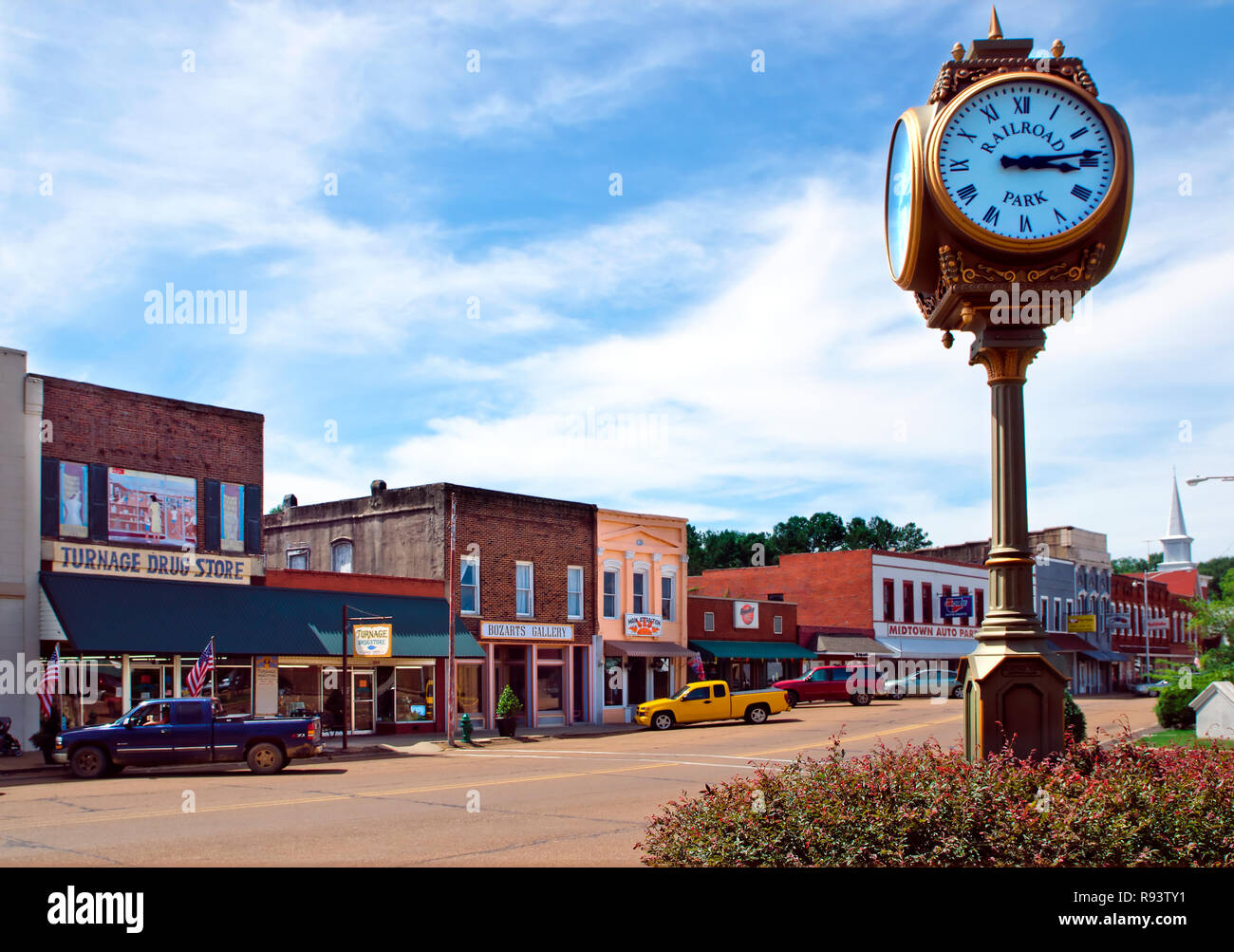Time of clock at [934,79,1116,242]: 3:13
